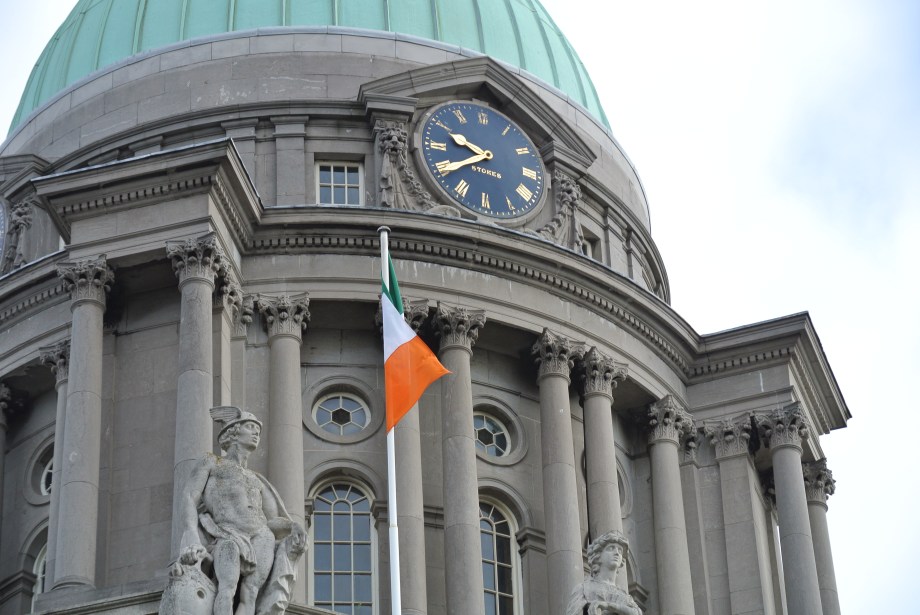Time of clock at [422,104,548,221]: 9:40
